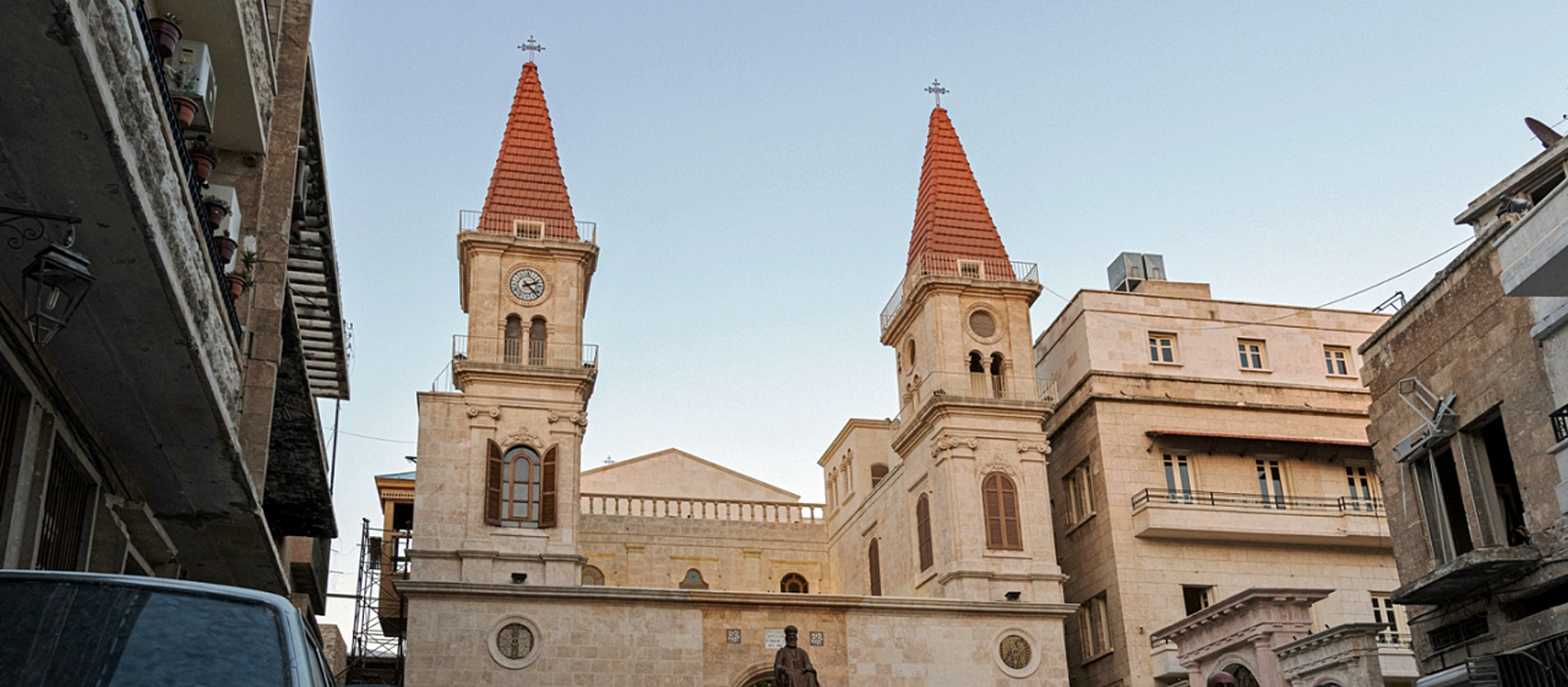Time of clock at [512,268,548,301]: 2:22
